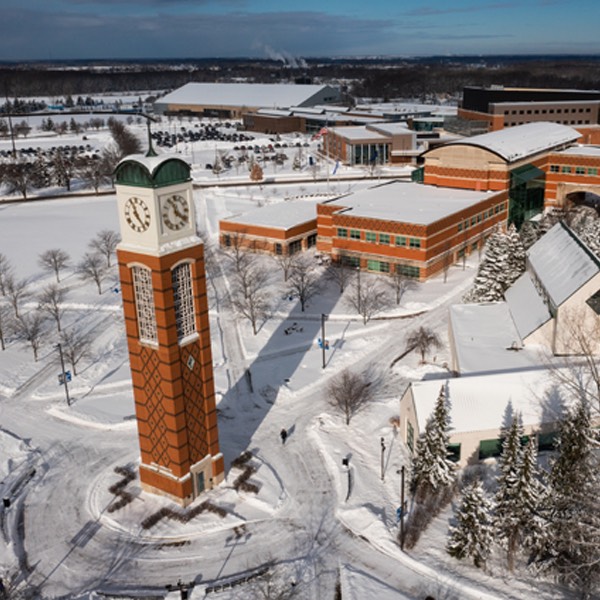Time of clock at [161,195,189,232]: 11:21
